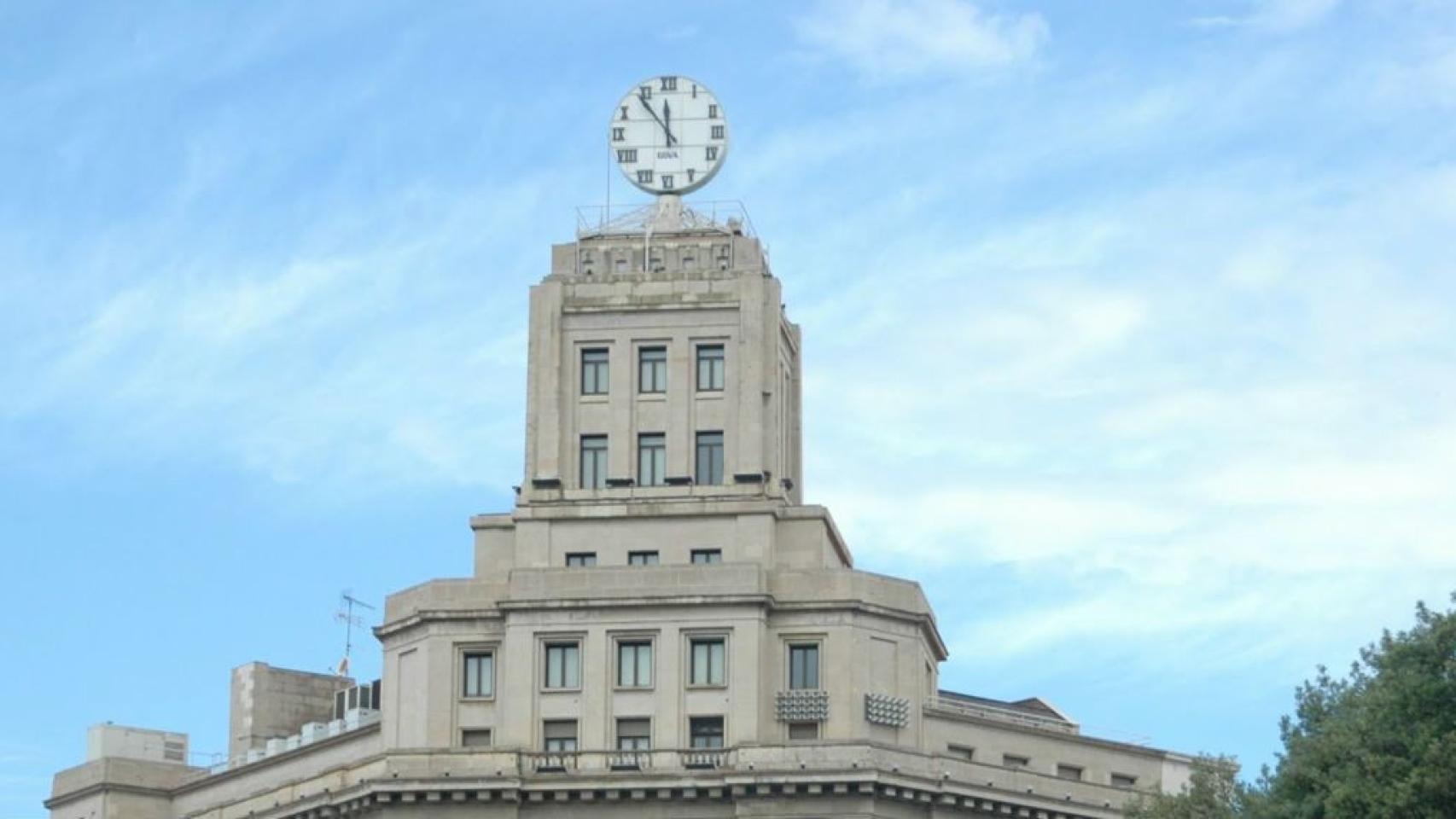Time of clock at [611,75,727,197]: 11:53
